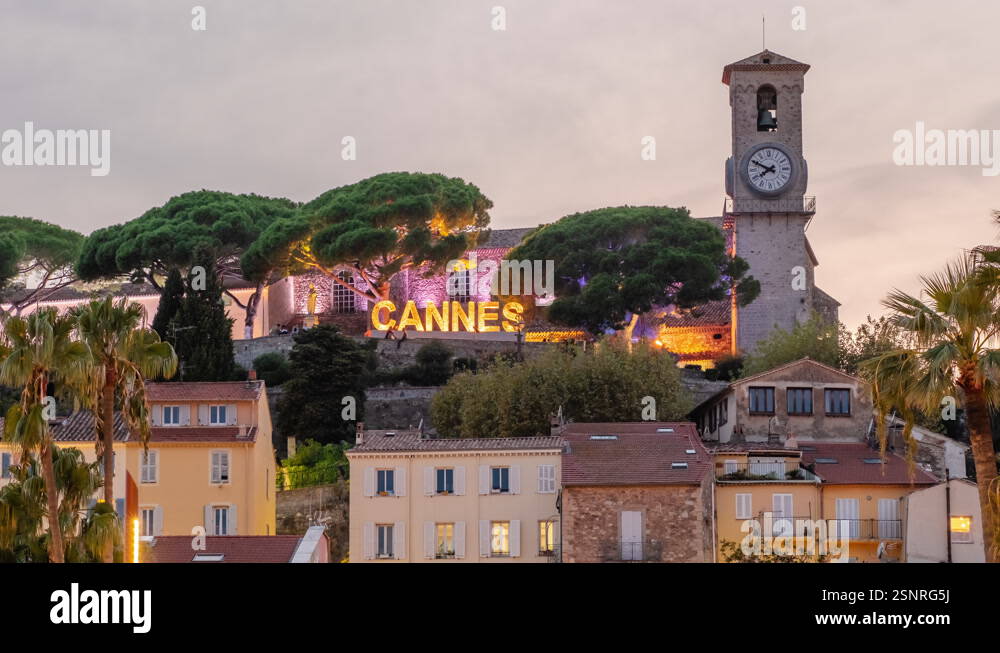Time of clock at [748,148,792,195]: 7:49
